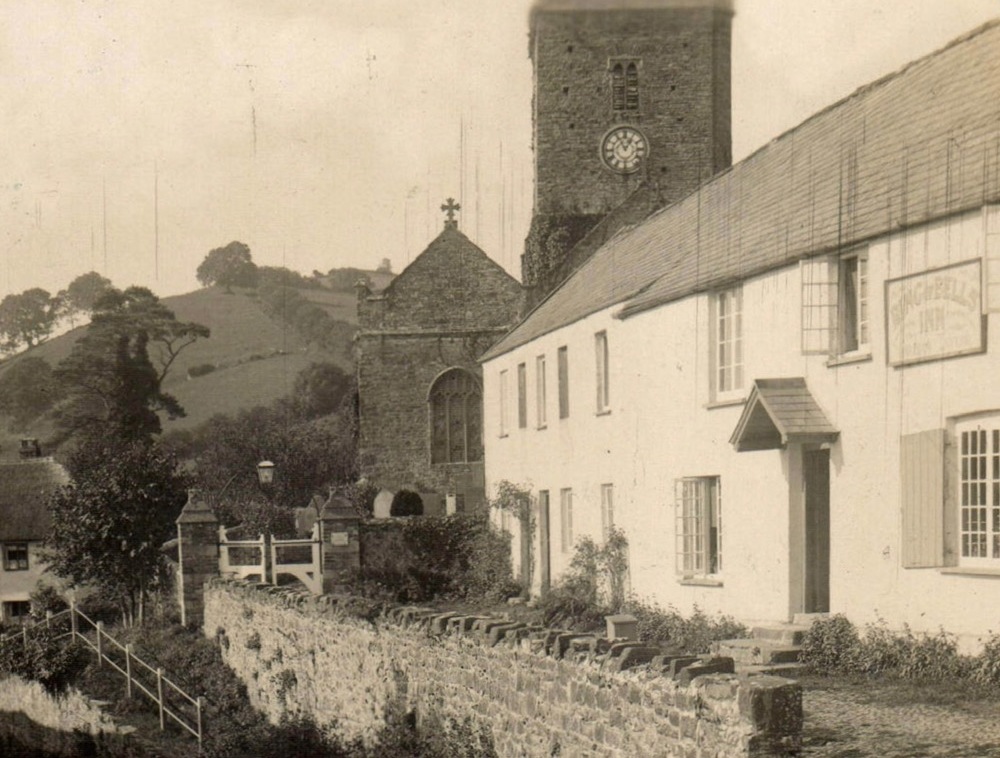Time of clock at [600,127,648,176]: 12:55
